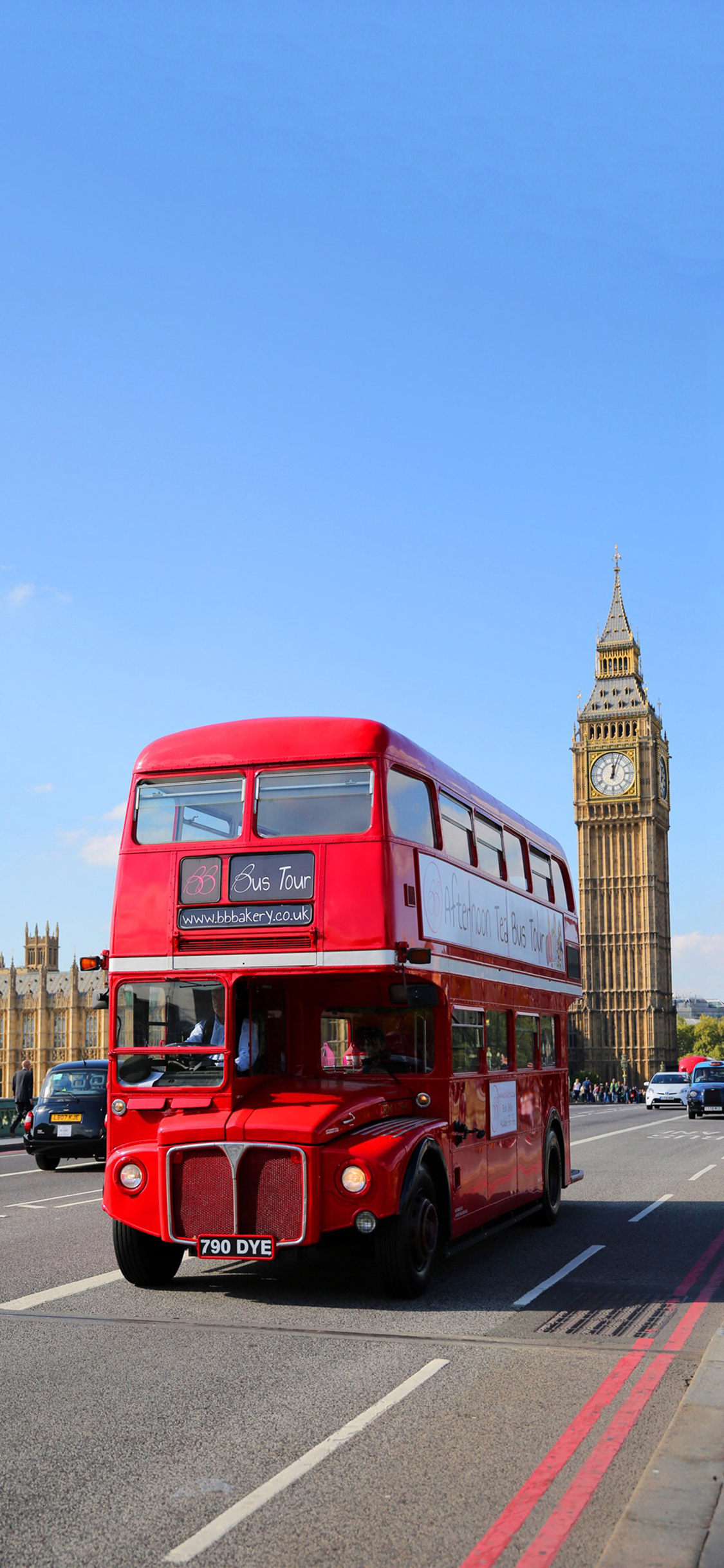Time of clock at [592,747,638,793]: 12:03
